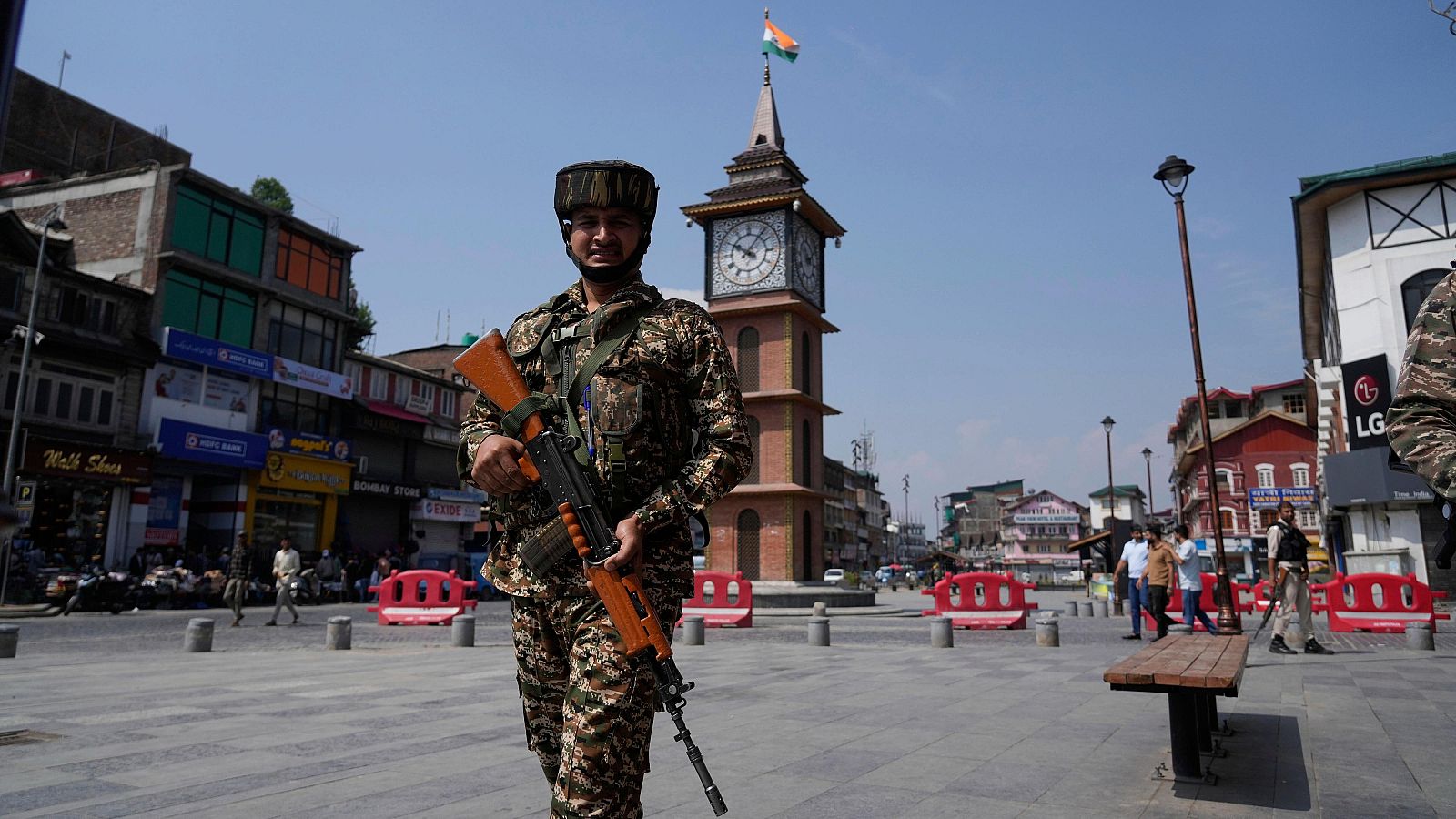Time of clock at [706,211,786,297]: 10:06
